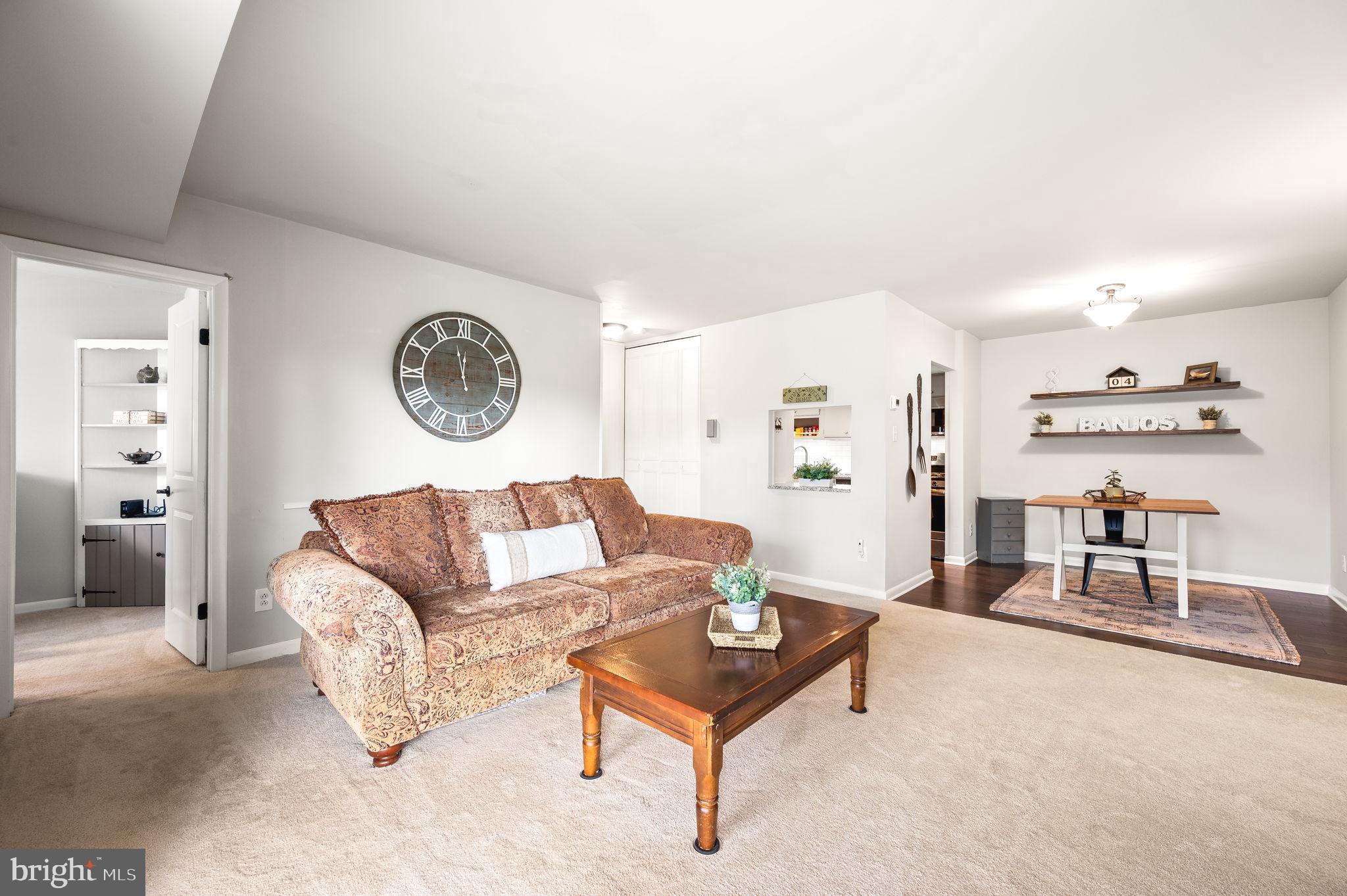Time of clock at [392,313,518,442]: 11:57
